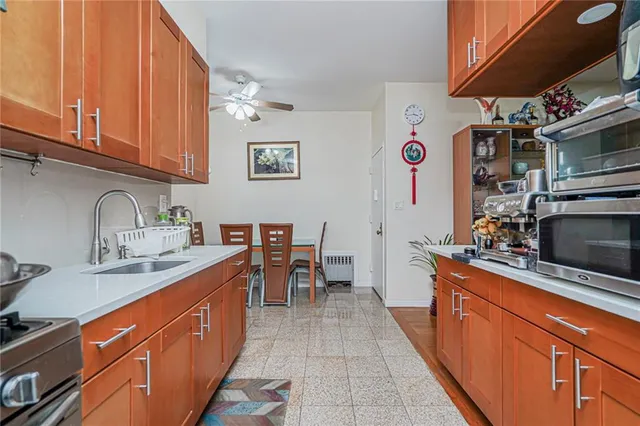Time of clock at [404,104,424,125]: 3:43
